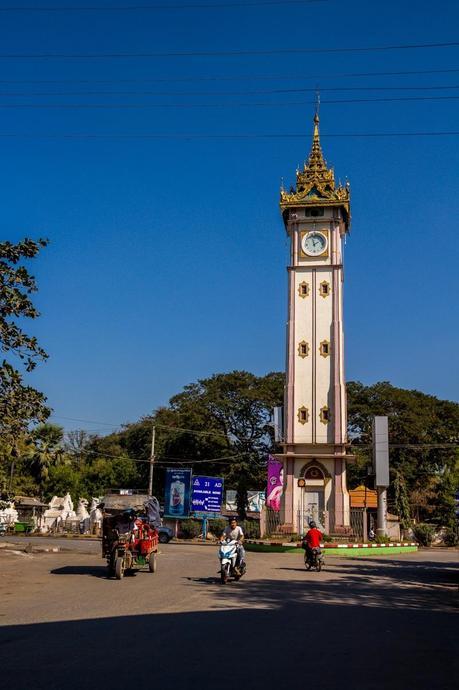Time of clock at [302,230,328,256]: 1:57
